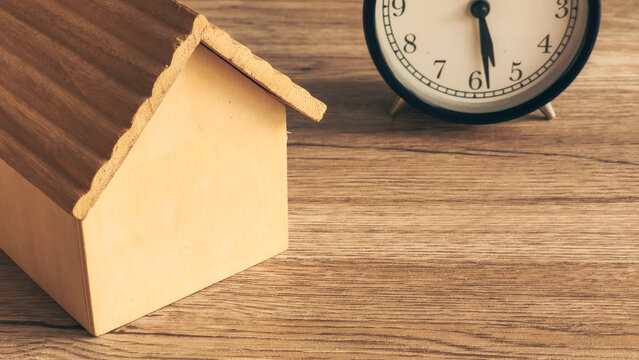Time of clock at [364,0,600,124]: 5:28
